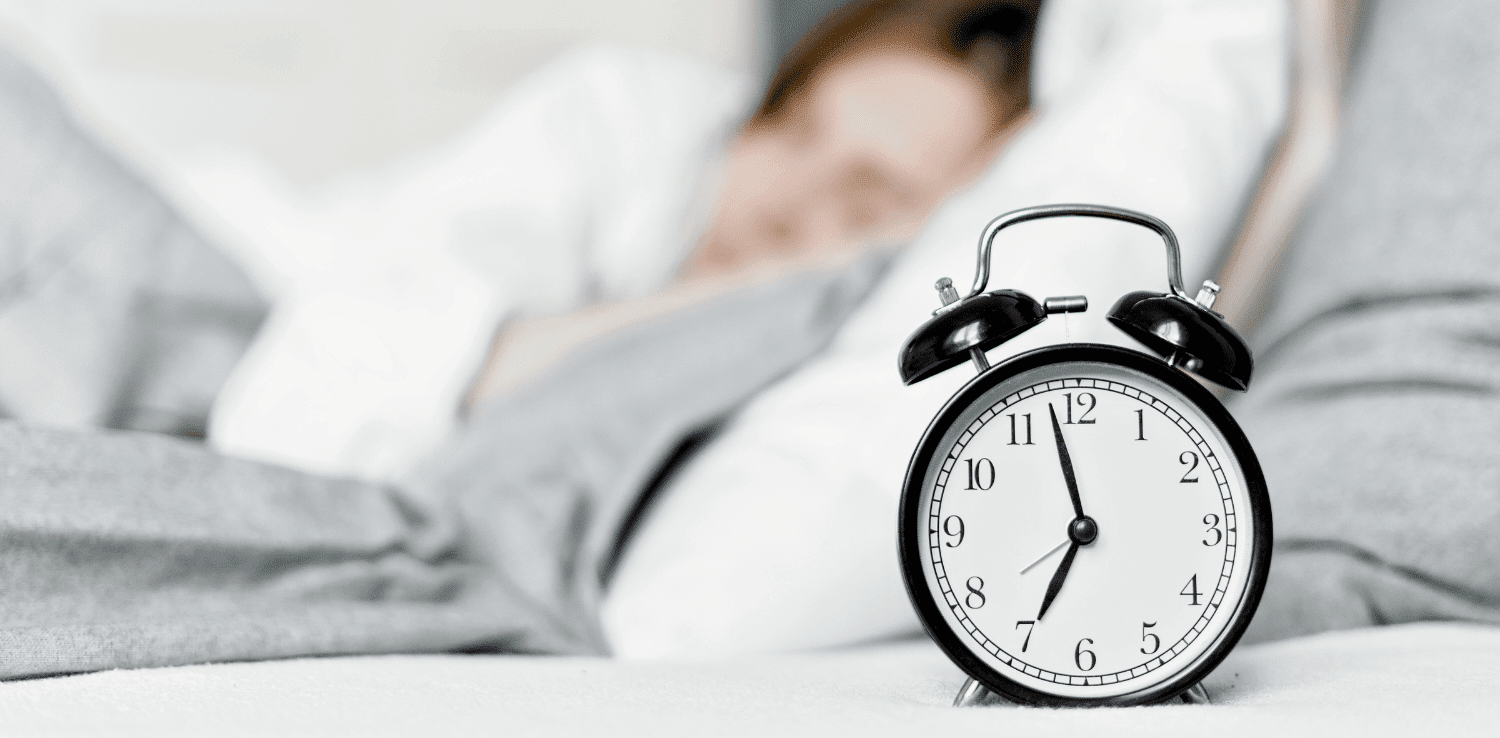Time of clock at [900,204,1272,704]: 6:58
